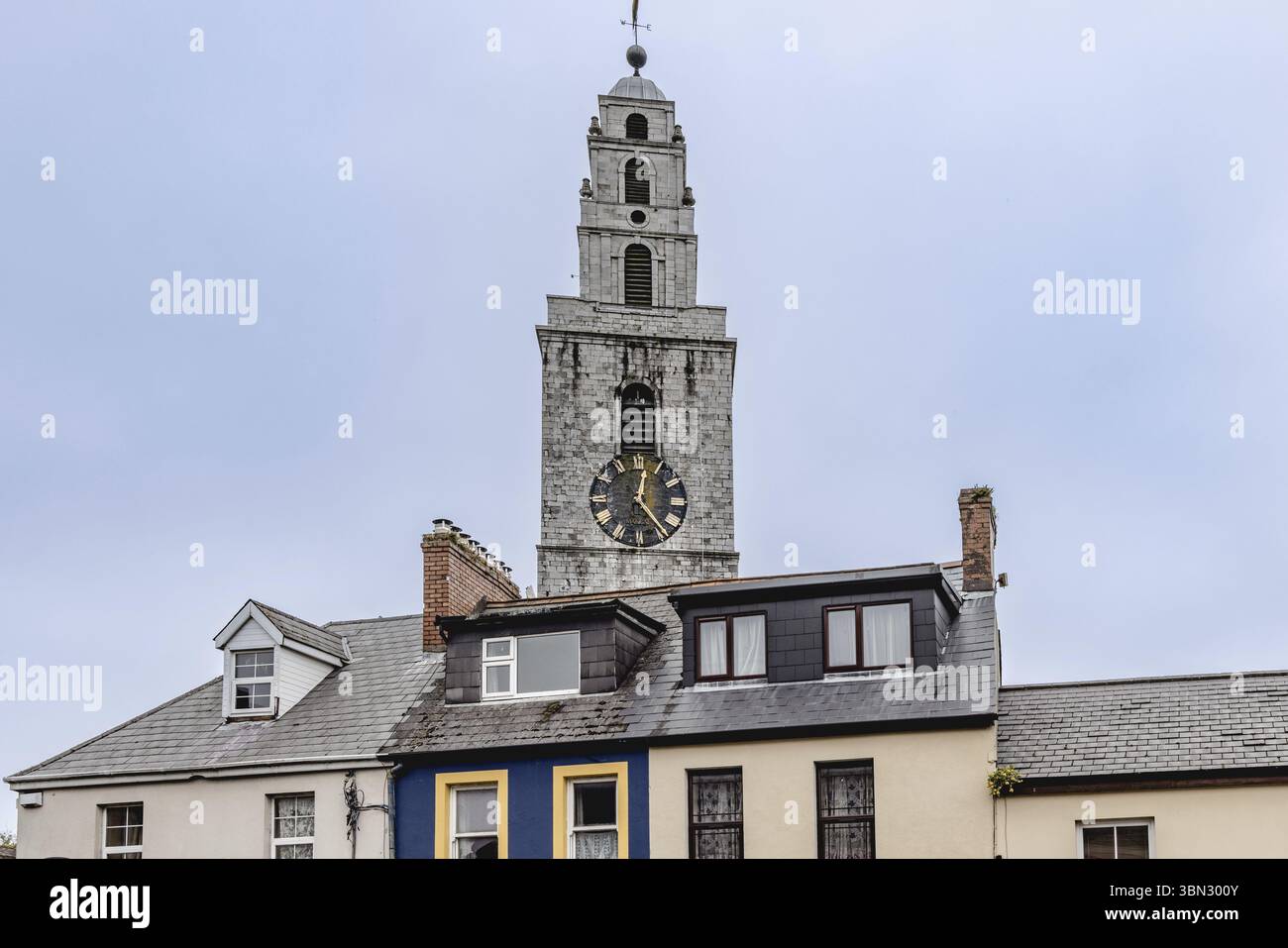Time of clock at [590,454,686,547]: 12:23
